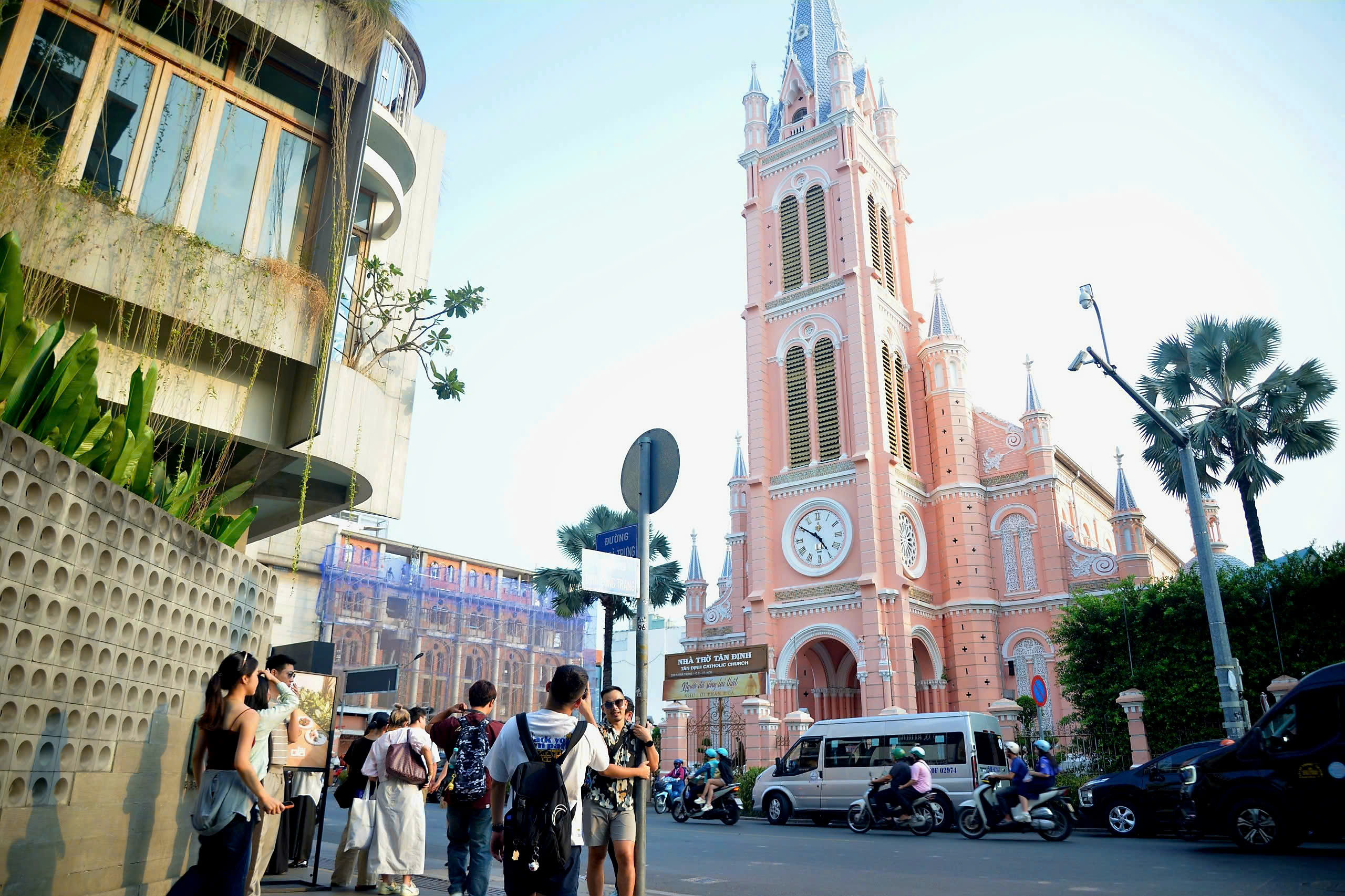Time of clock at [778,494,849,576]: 4:50
